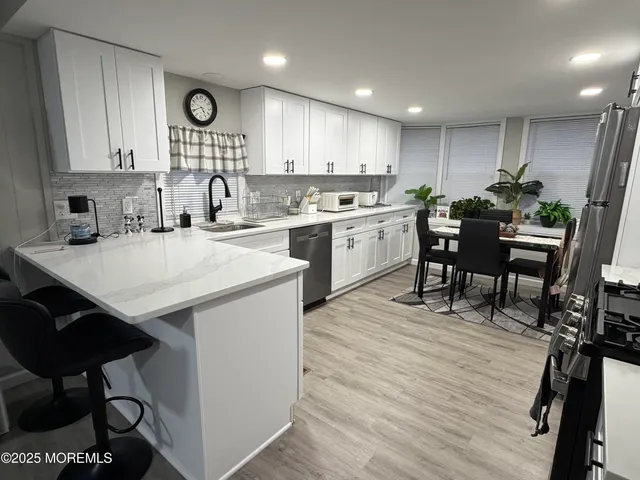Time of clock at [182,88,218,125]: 4:40
